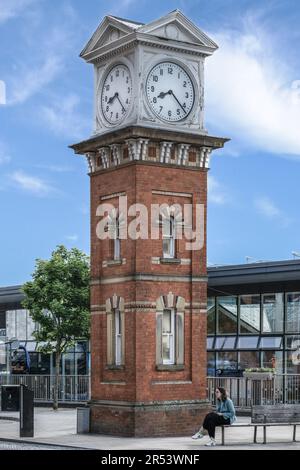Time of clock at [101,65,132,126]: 8:23
